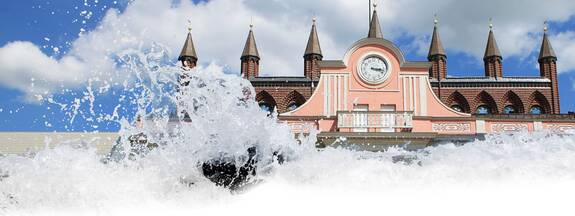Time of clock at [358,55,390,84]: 3:17
